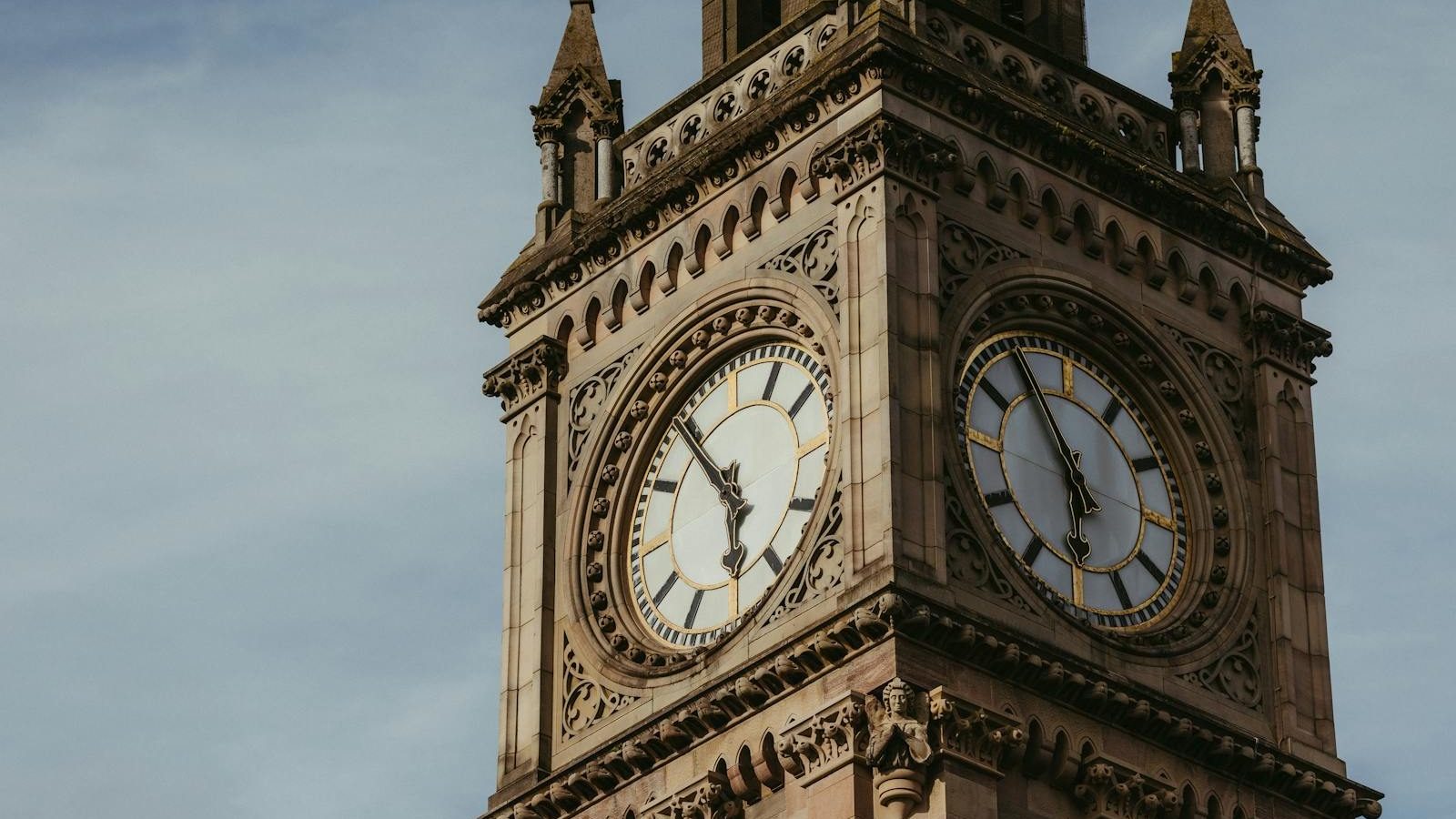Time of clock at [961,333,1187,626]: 5:54
